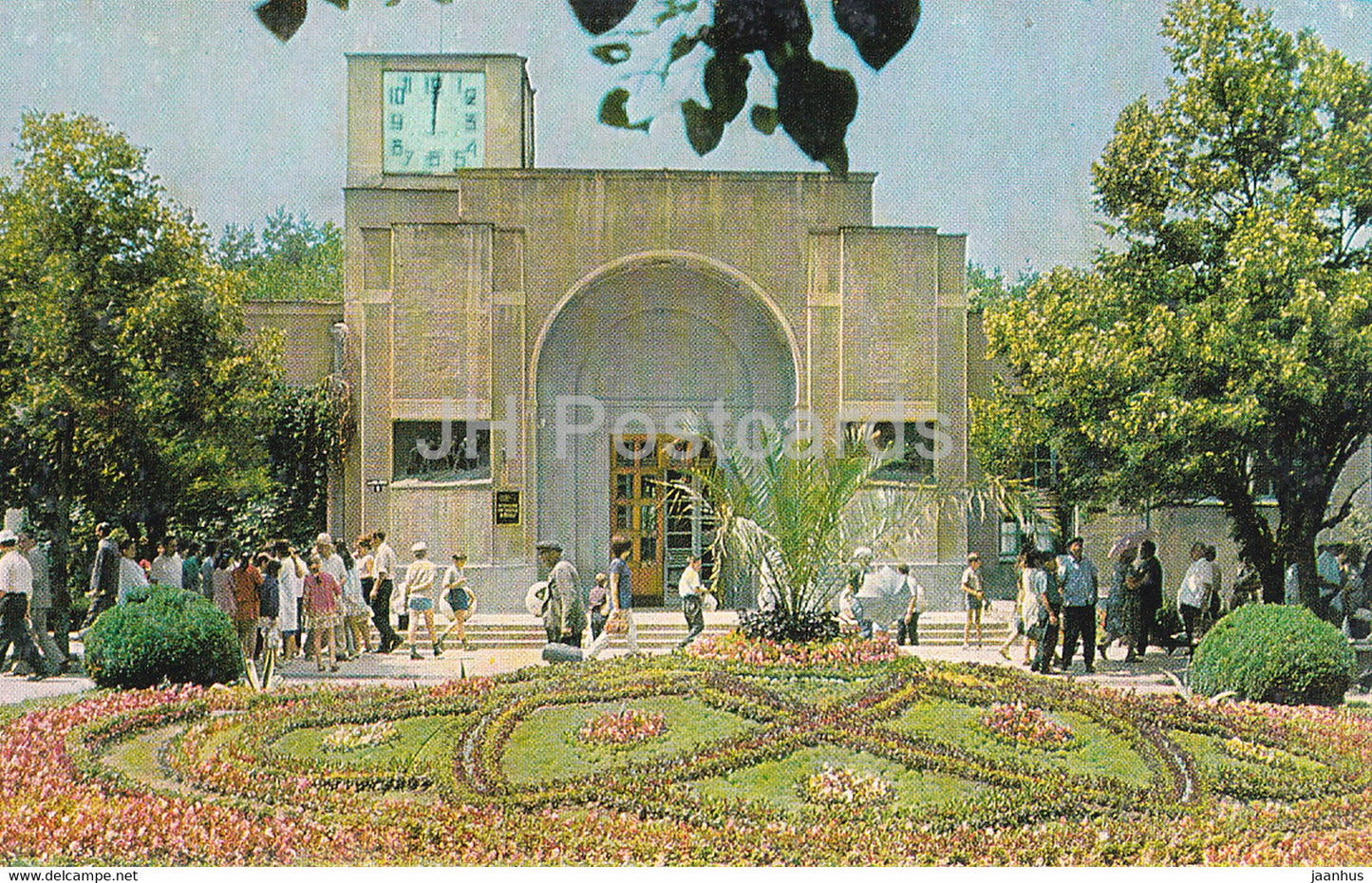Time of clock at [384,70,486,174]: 12:00
